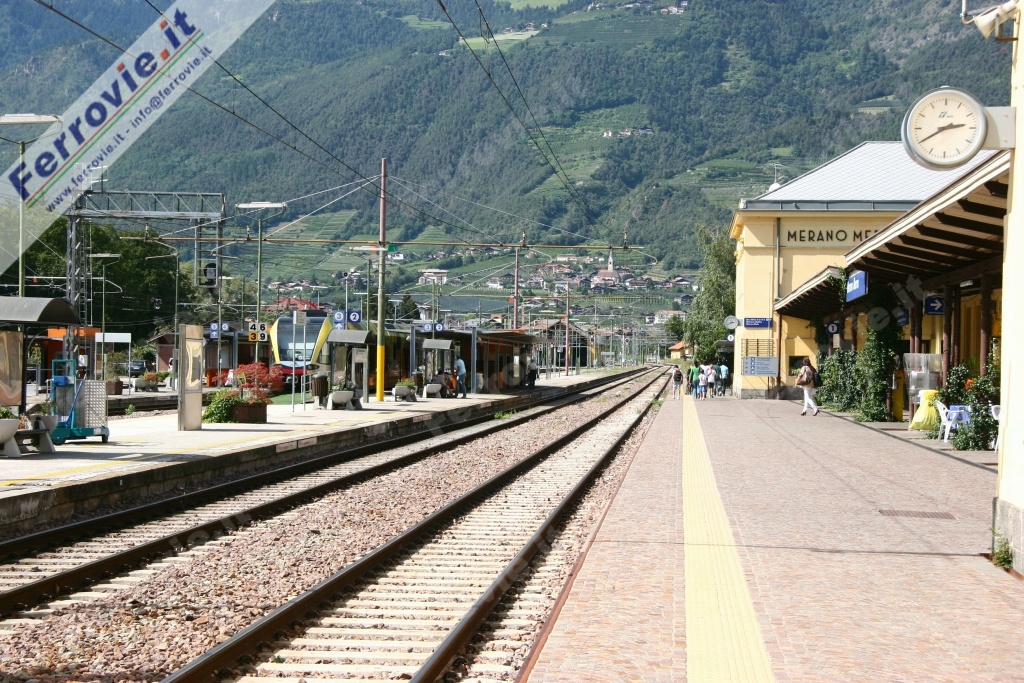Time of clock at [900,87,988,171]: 2:40
